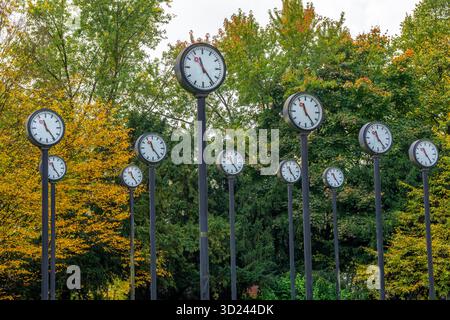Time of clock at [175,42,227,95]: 11:23
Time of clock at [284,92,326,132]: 11:23
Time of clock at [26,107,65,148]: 11:24
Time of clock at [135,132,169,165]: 11:23
